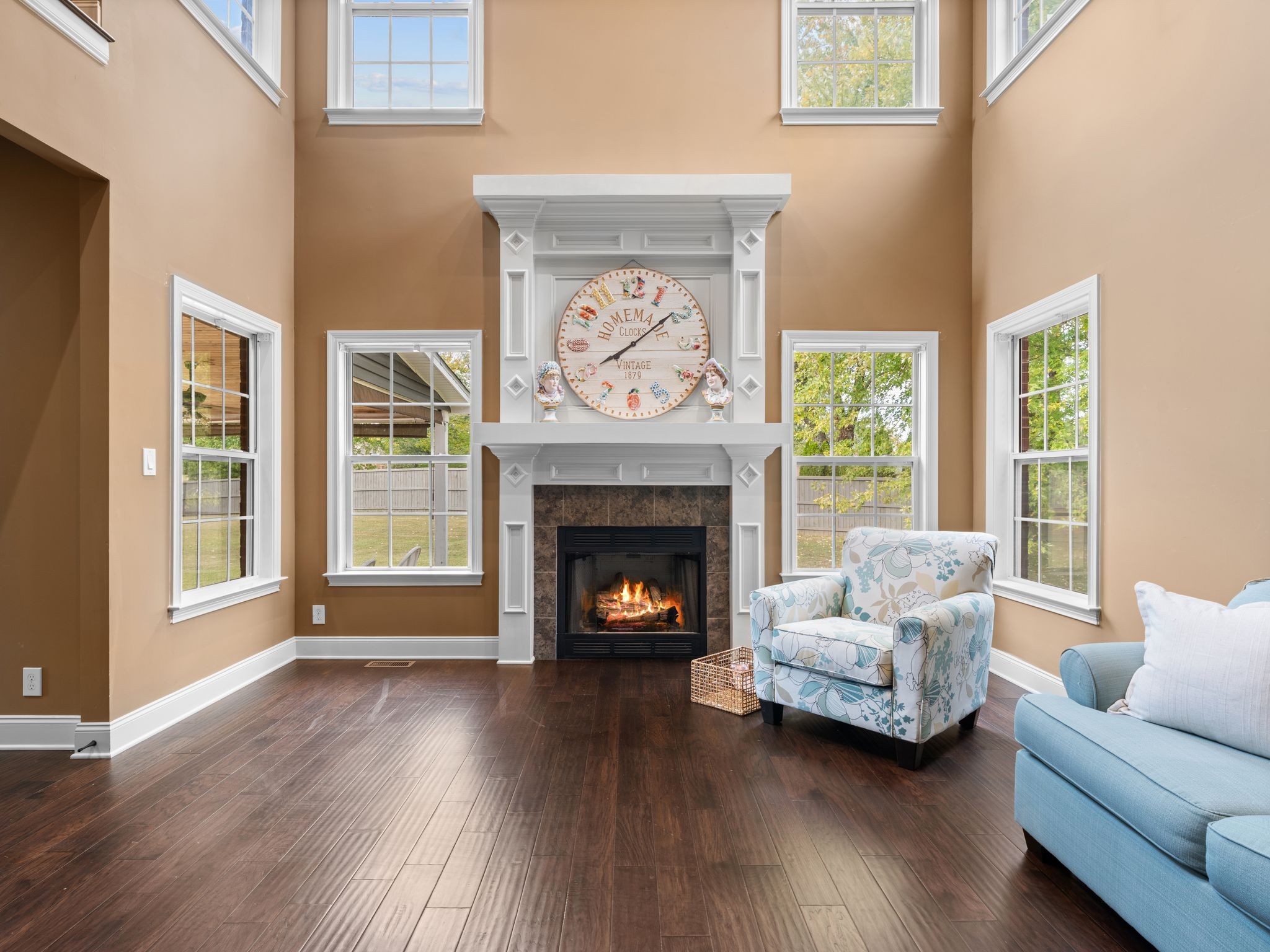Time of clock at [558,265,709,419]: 8:08
